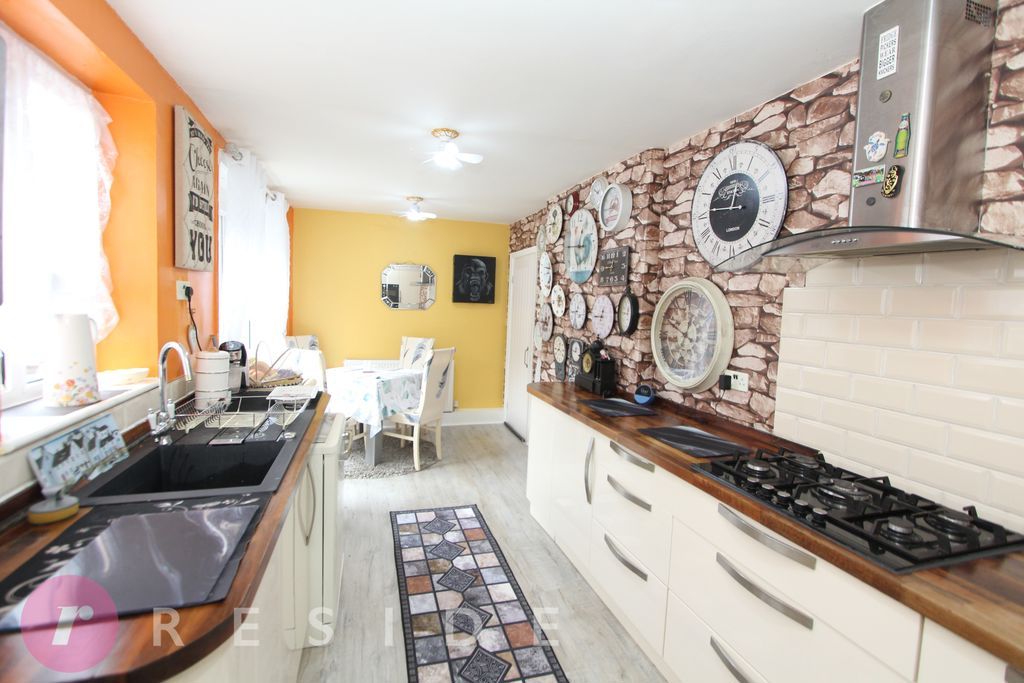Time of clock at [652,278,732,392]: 12:49
